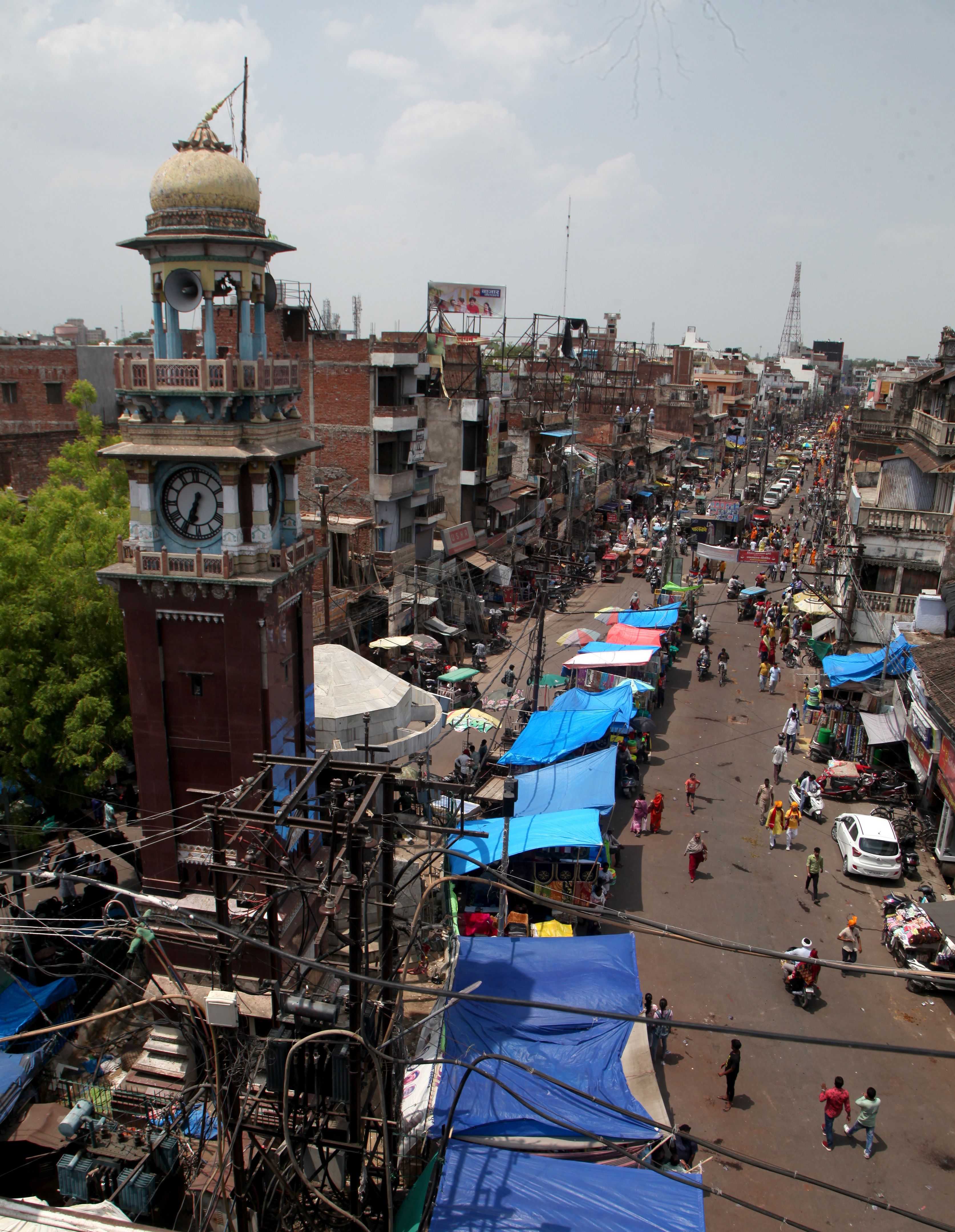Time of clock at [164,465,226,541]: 6:34
